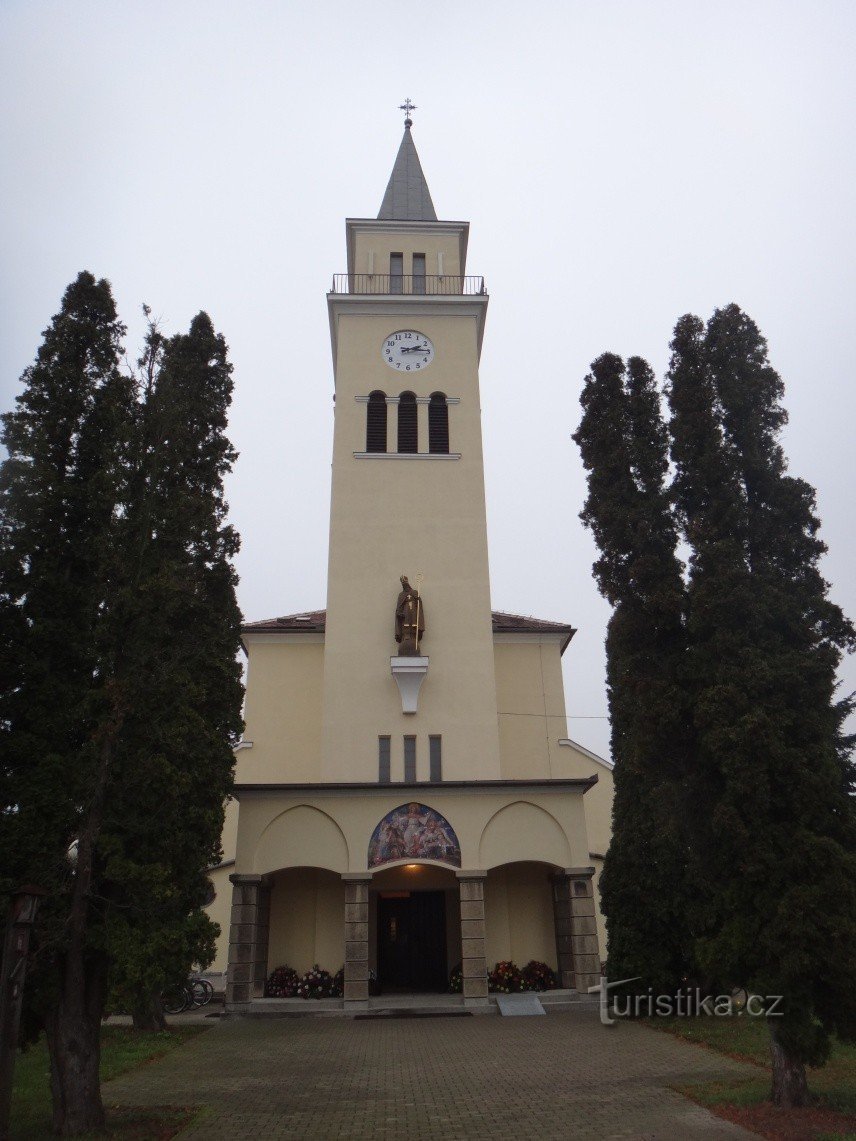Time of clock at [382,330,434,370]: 2:14
